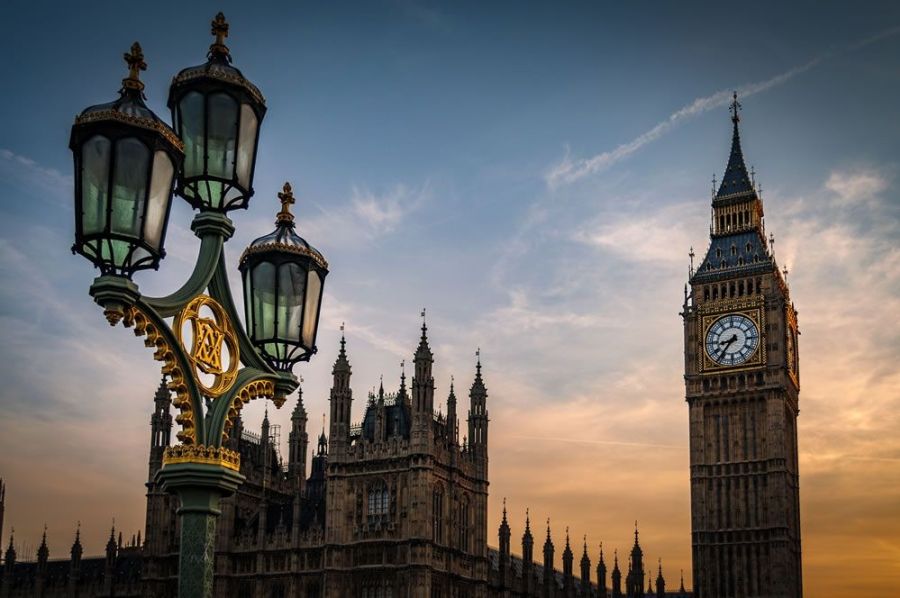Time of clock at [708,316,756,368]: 8:36
